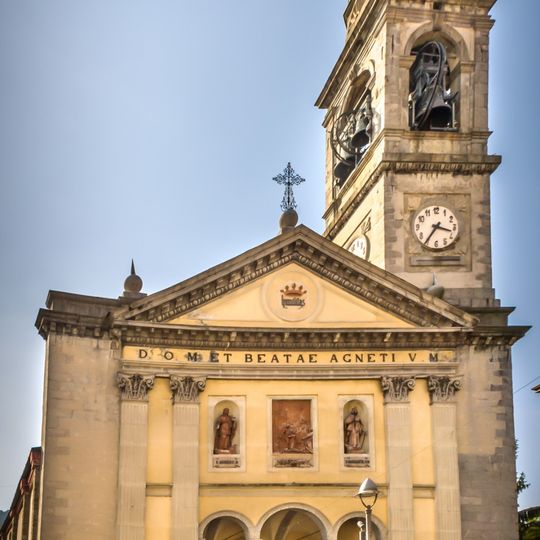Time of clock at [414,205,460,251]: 3:35
